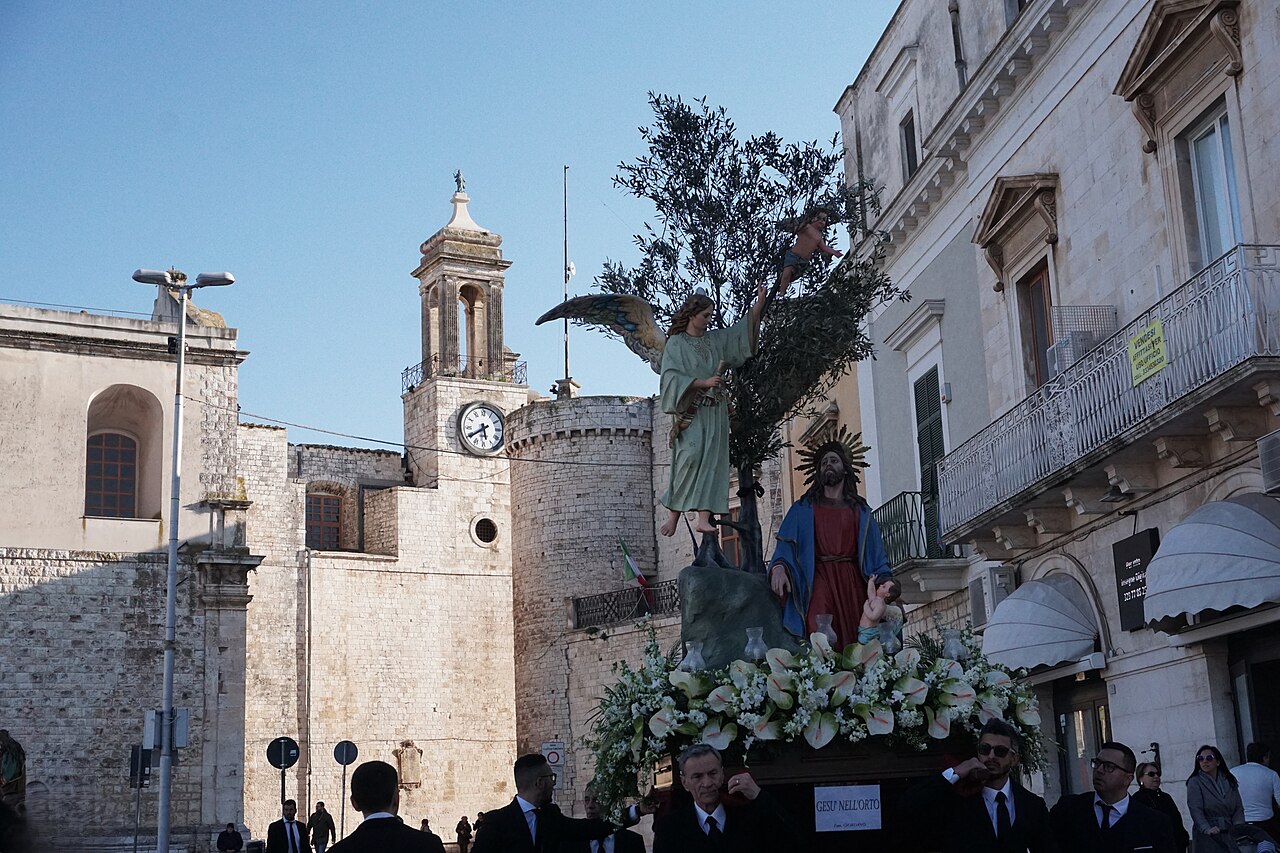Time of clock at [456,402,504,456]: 5:39
